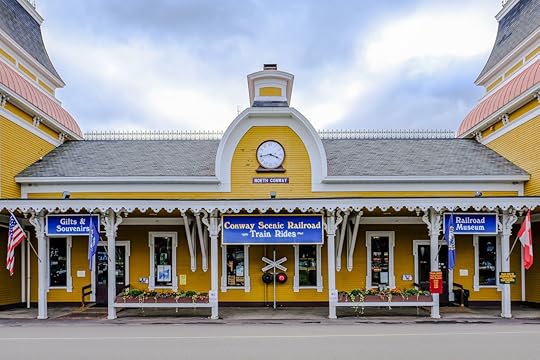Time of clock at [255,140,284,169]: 3:43
